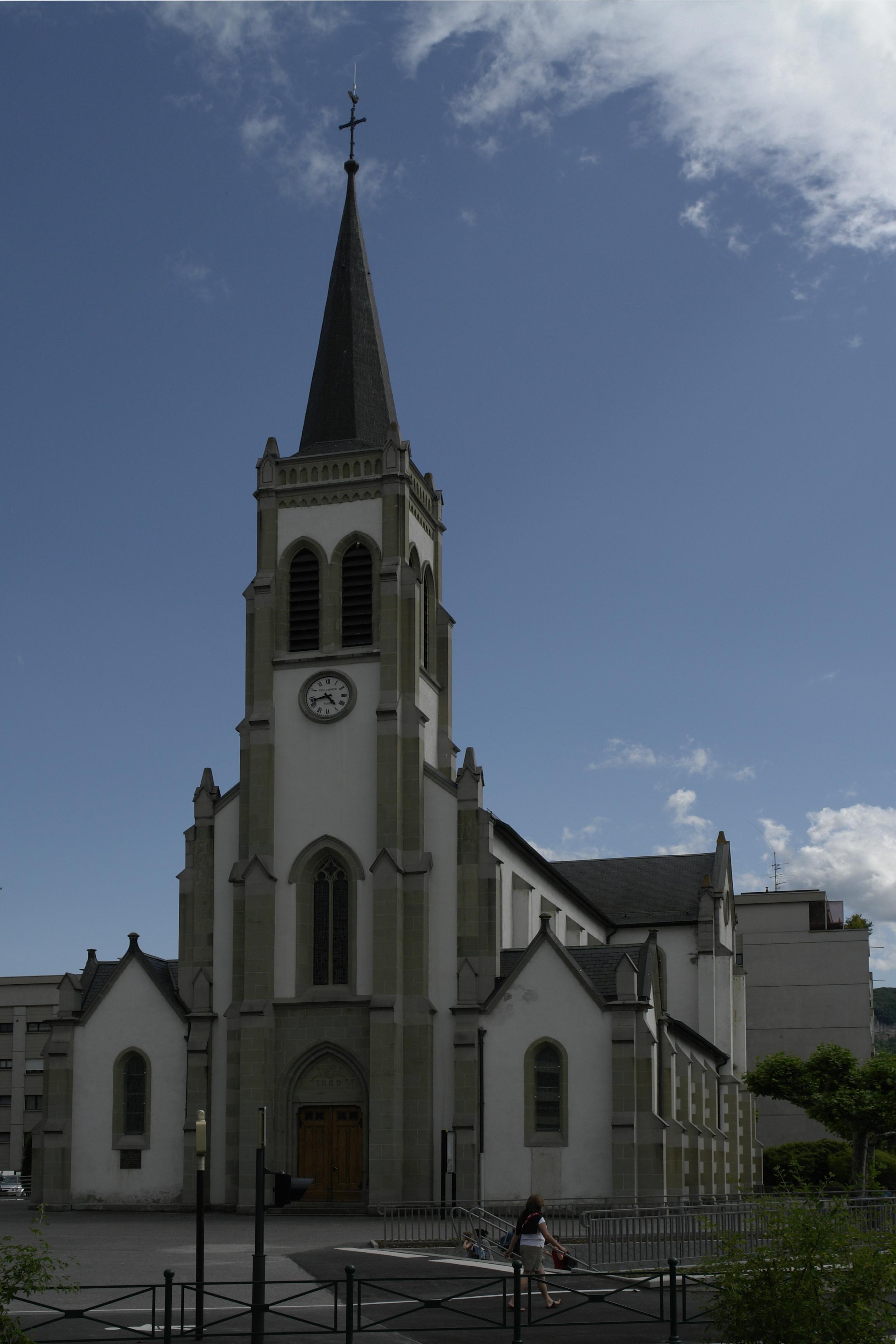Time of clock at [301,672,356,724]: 4:42
